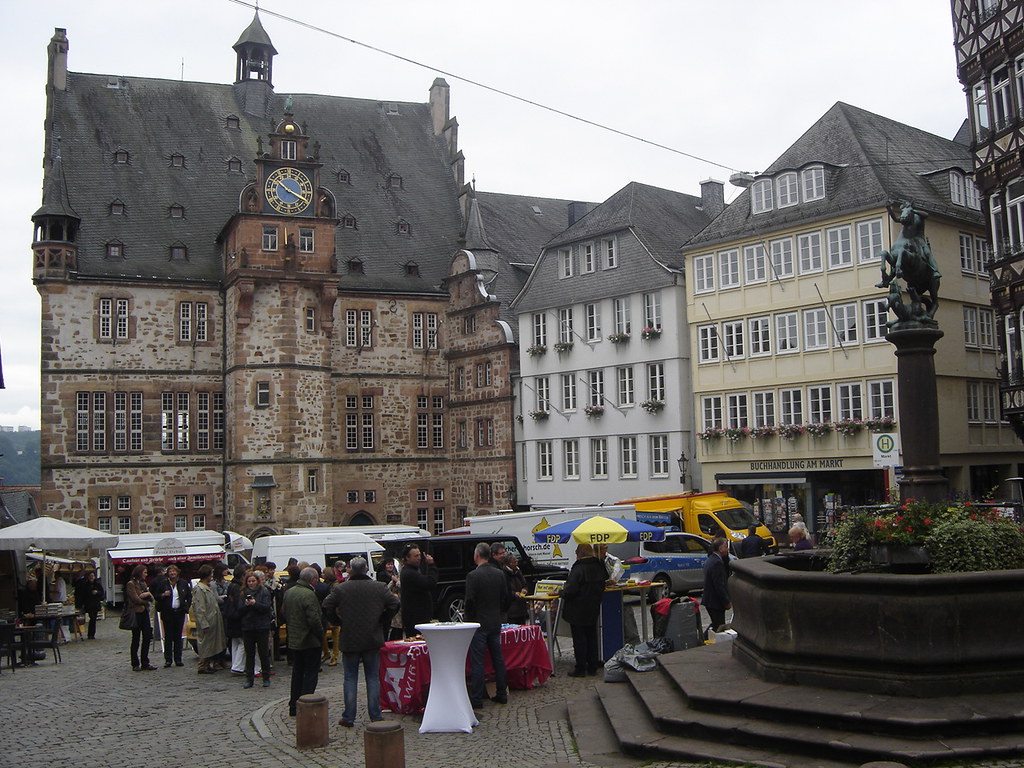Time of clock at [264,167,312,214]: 10:19
